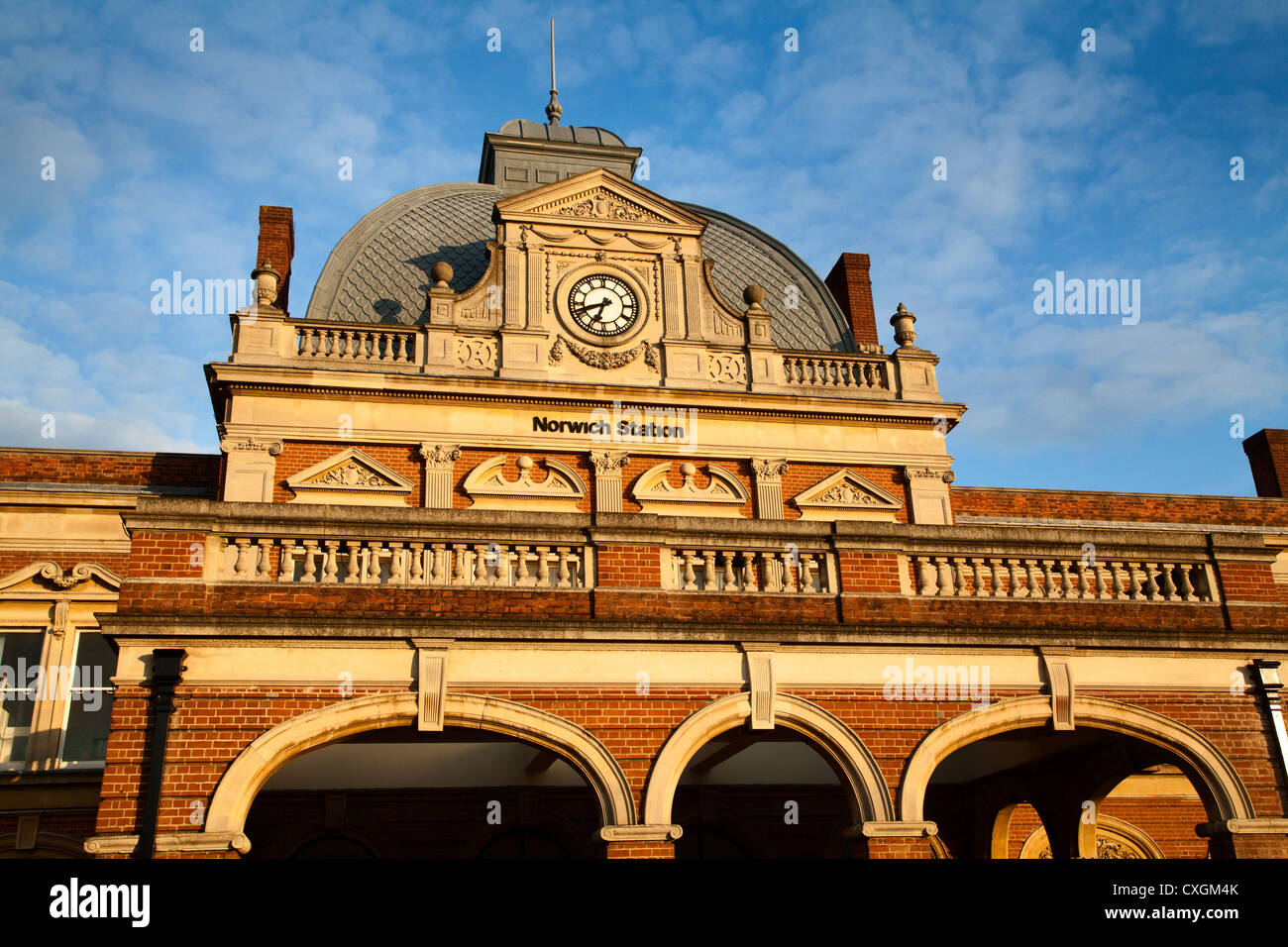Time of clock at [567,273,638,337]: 6:41
